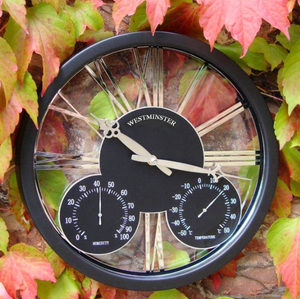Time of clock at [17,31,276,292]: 10:17
